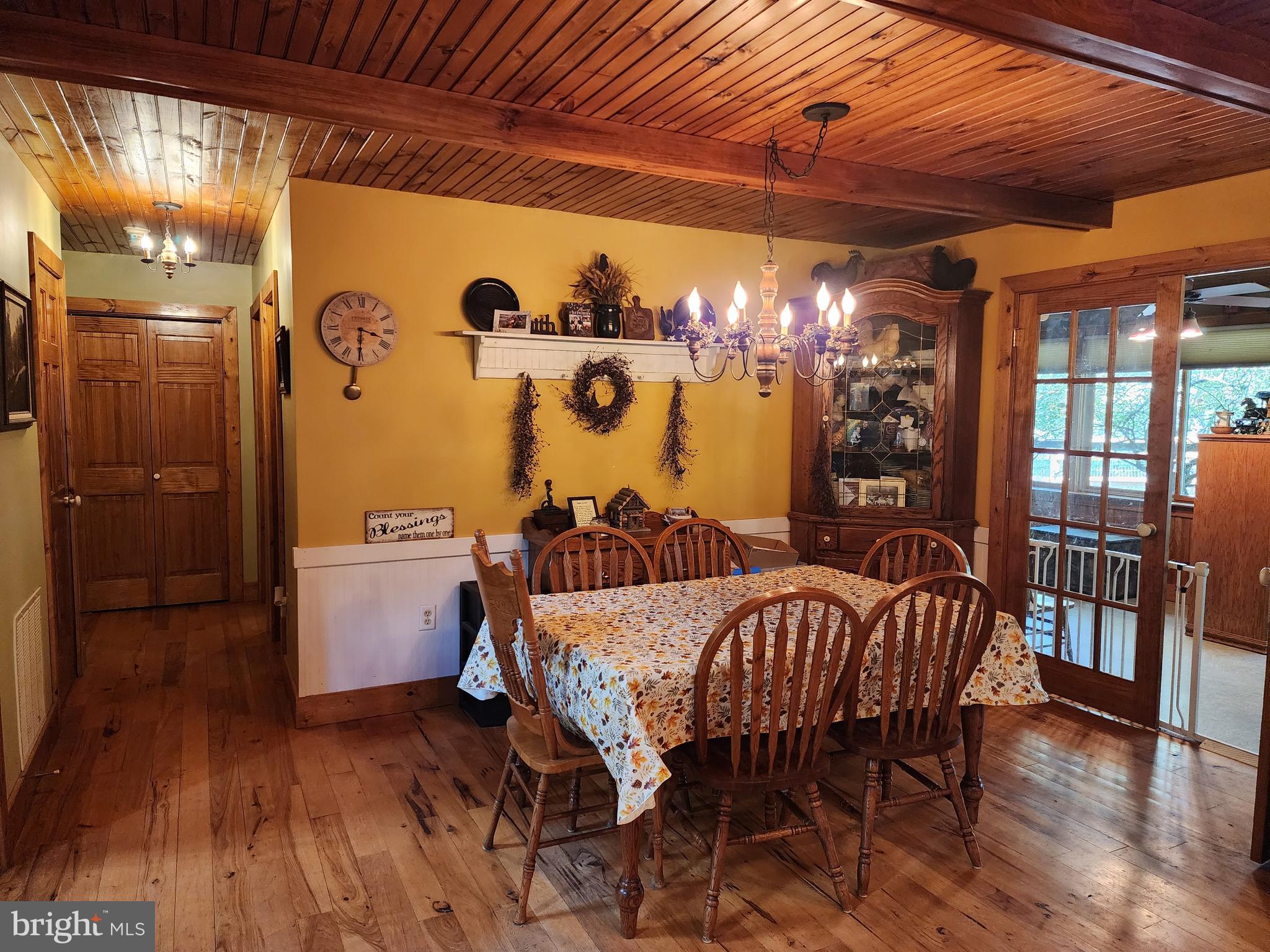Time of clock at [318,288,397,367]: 3:30
